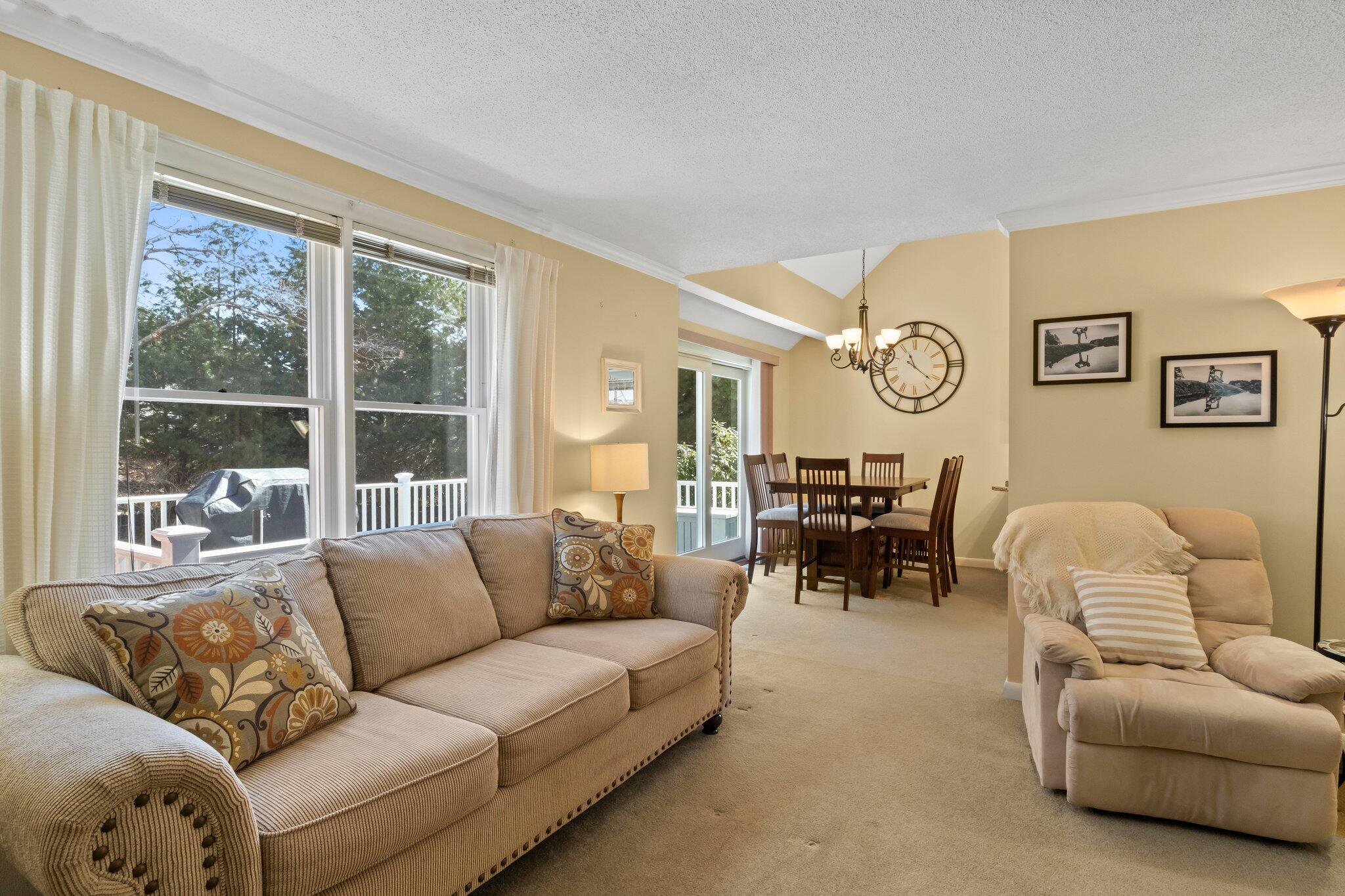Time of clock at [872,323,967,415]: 11:21
